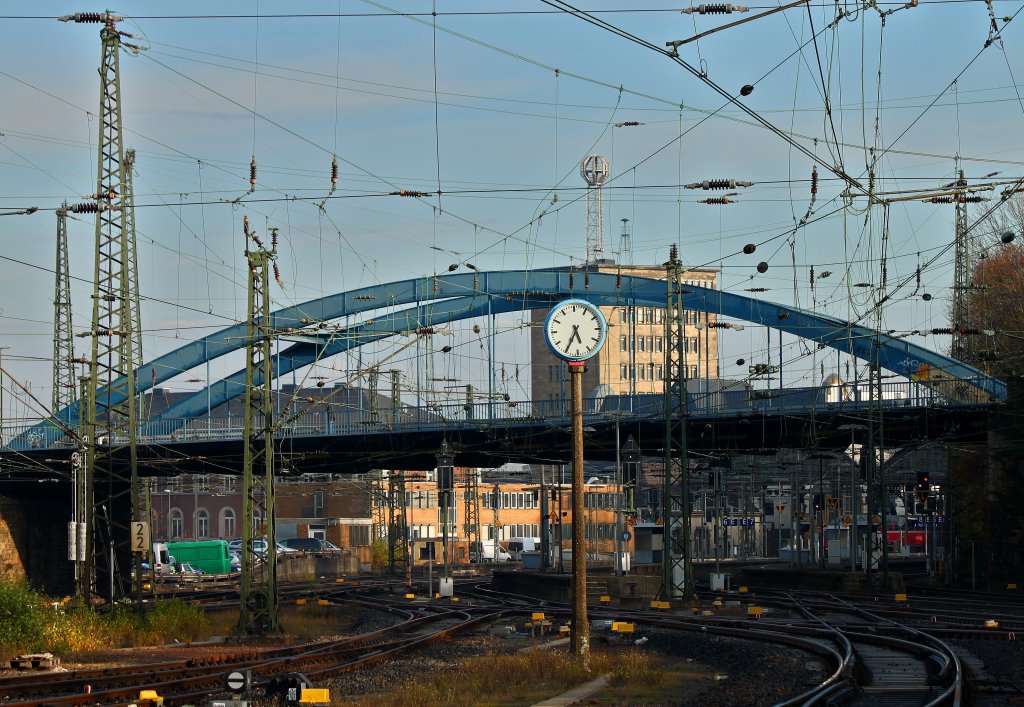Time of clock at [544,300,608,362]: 5:34
